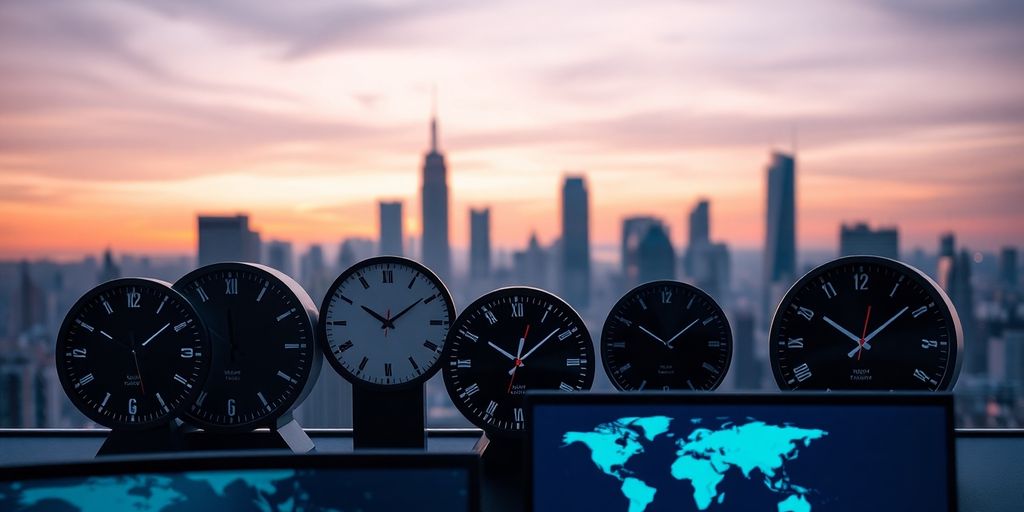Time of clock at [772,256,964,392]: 10:08
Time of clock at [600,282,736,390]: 10:08
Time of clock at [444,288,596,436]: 10:08
